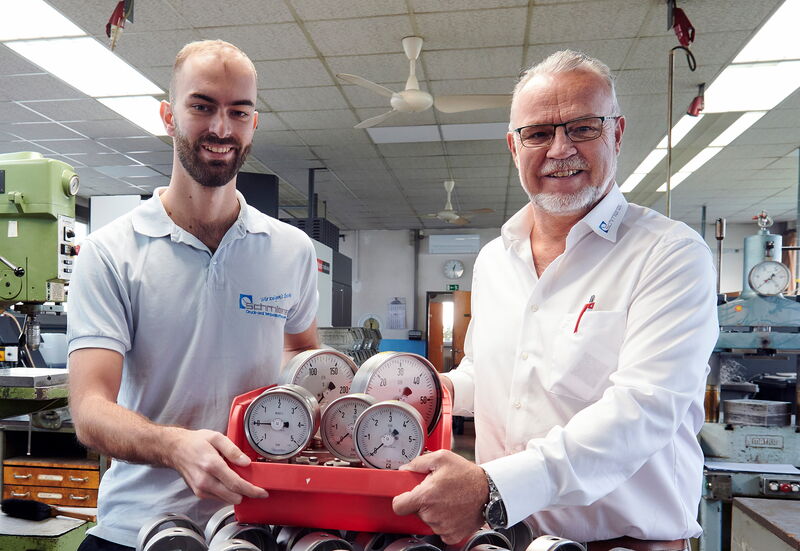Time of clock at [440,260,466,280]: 12:28
